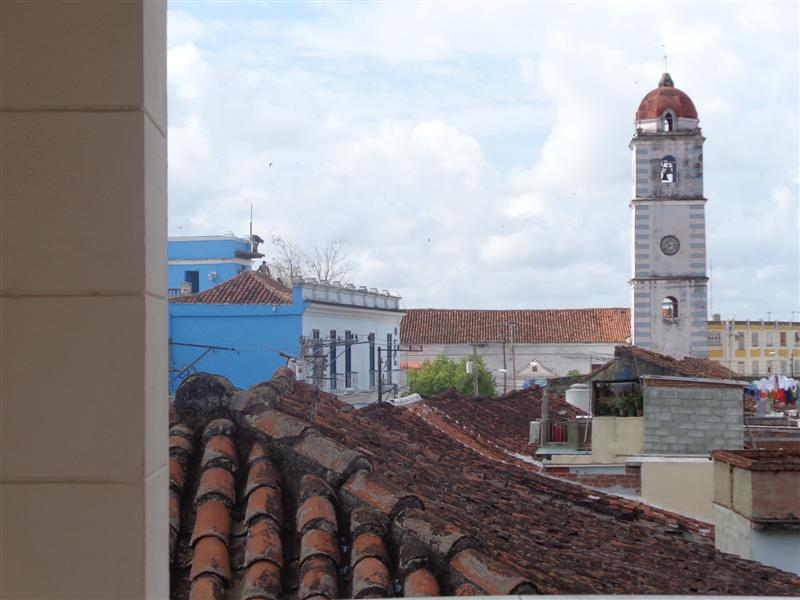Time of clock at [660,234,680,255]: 10:38
